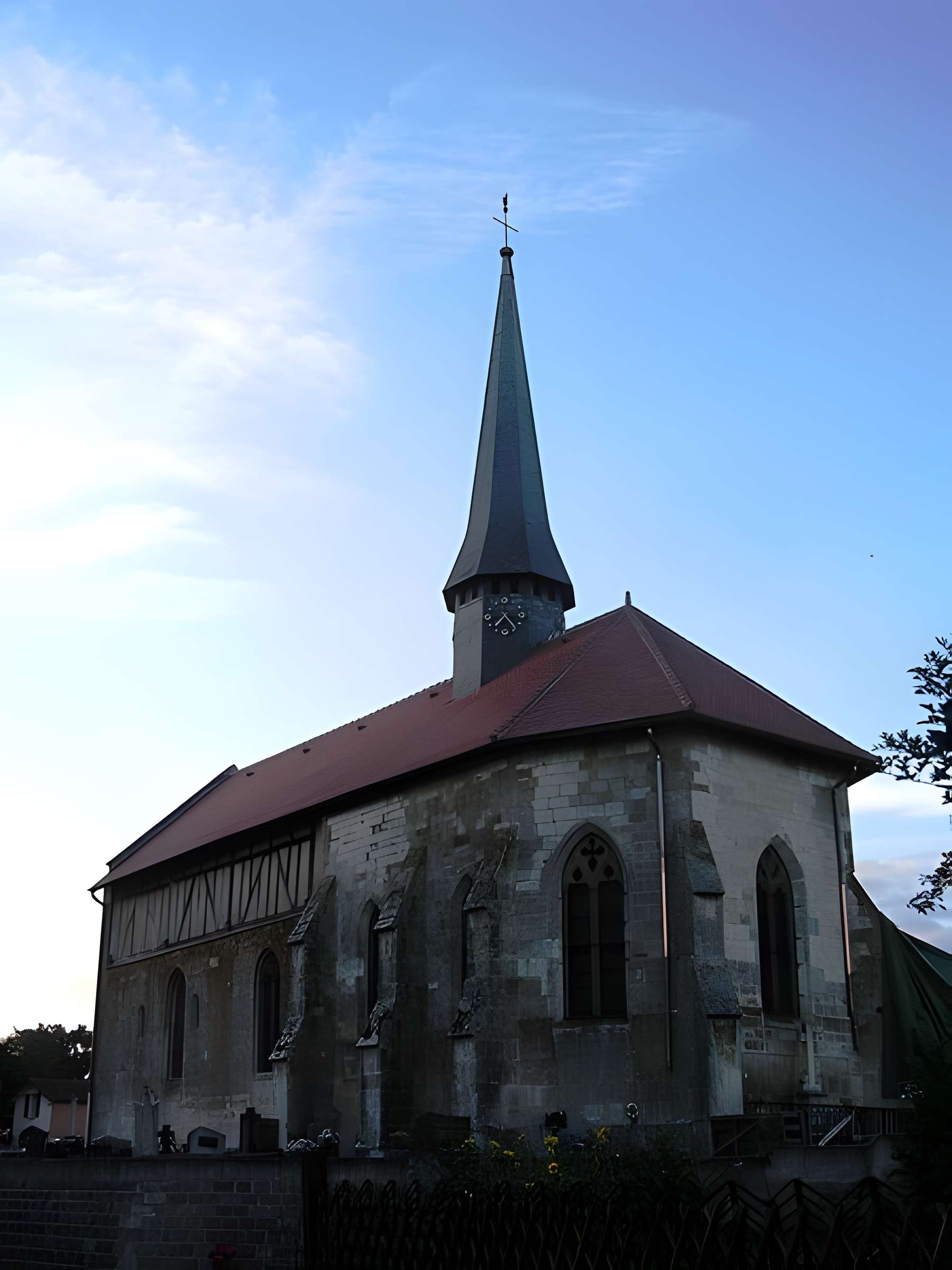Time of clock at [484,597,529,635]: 7:23
